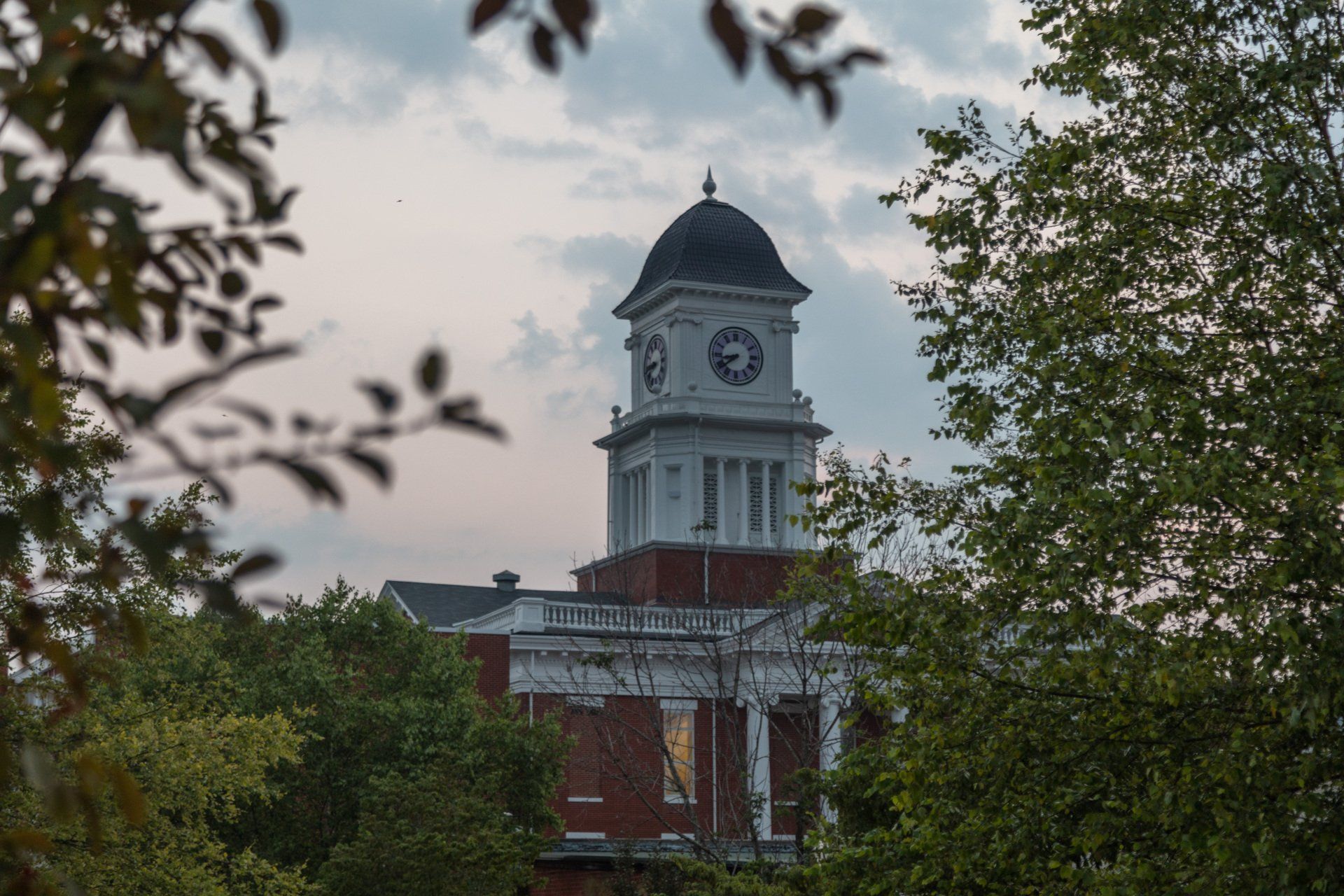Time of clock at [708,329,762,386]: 8:38
